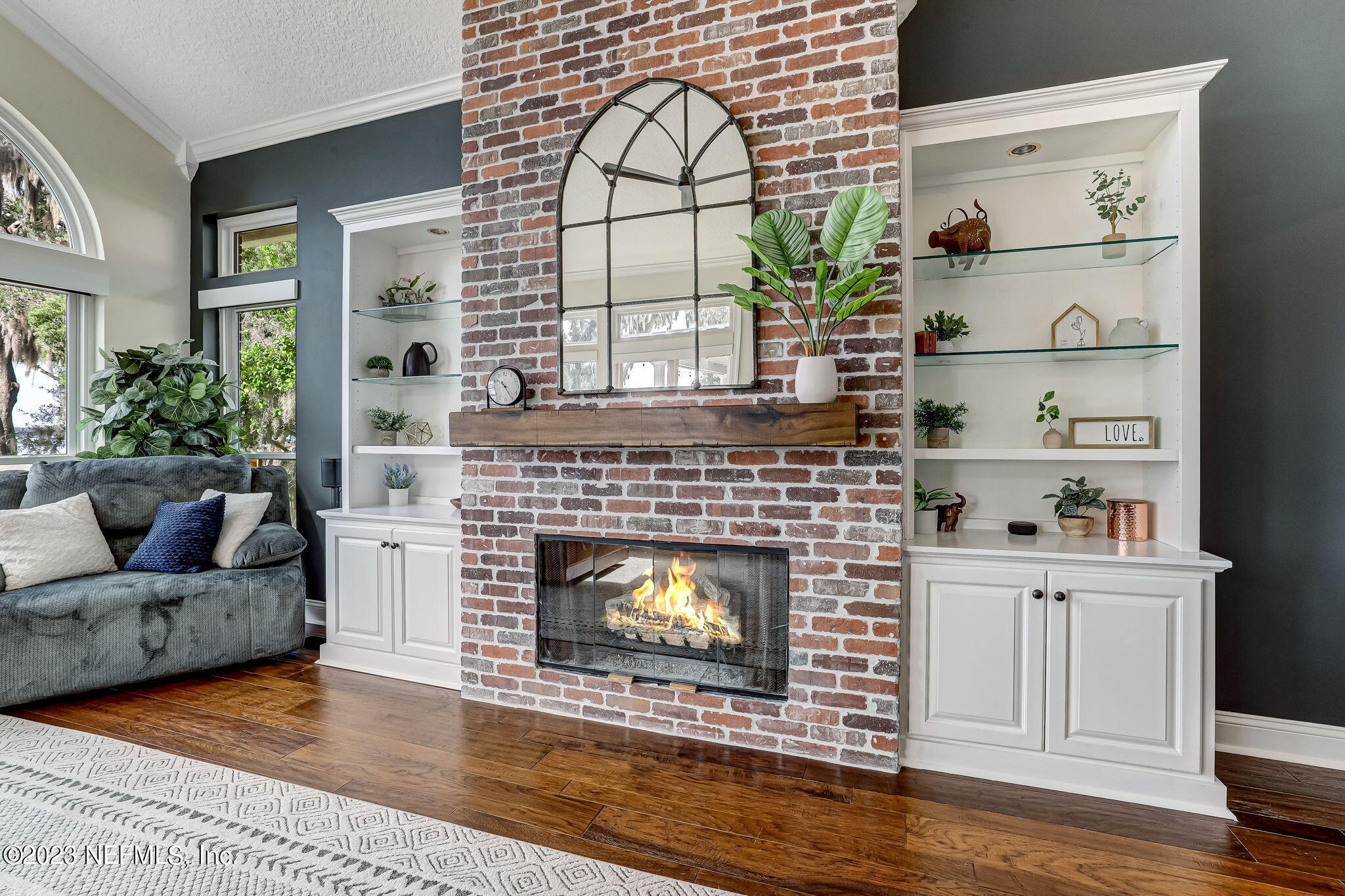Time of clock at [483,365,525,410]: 10:24
